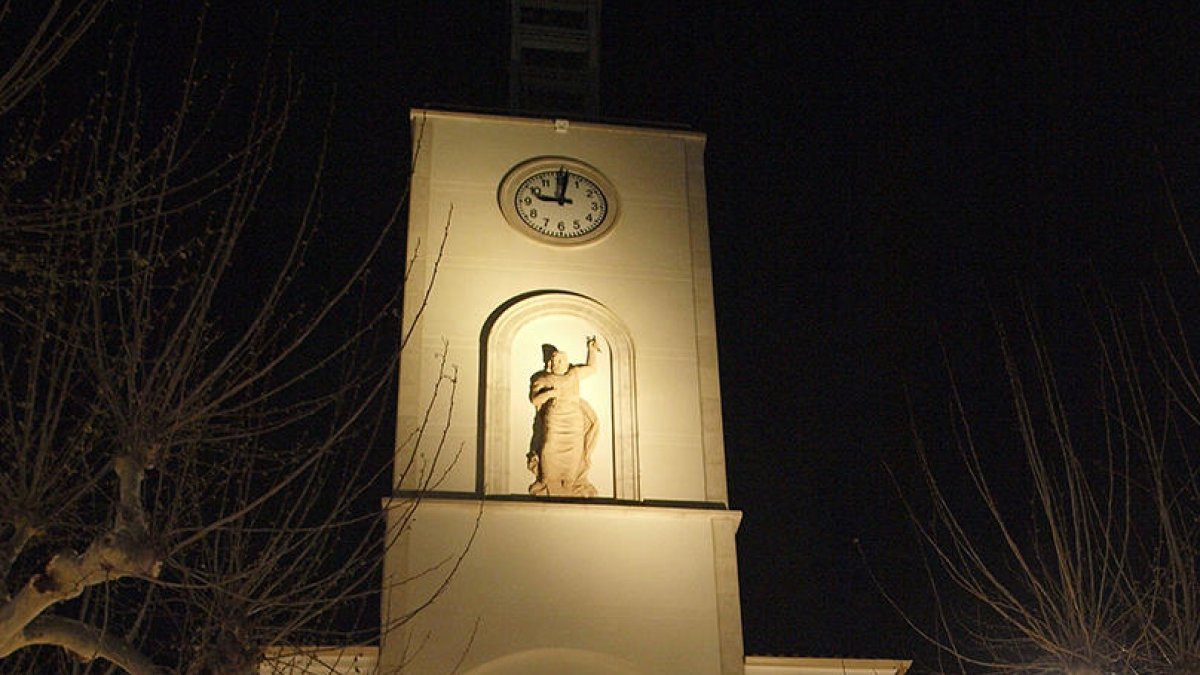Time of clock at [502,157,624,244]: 9:01
